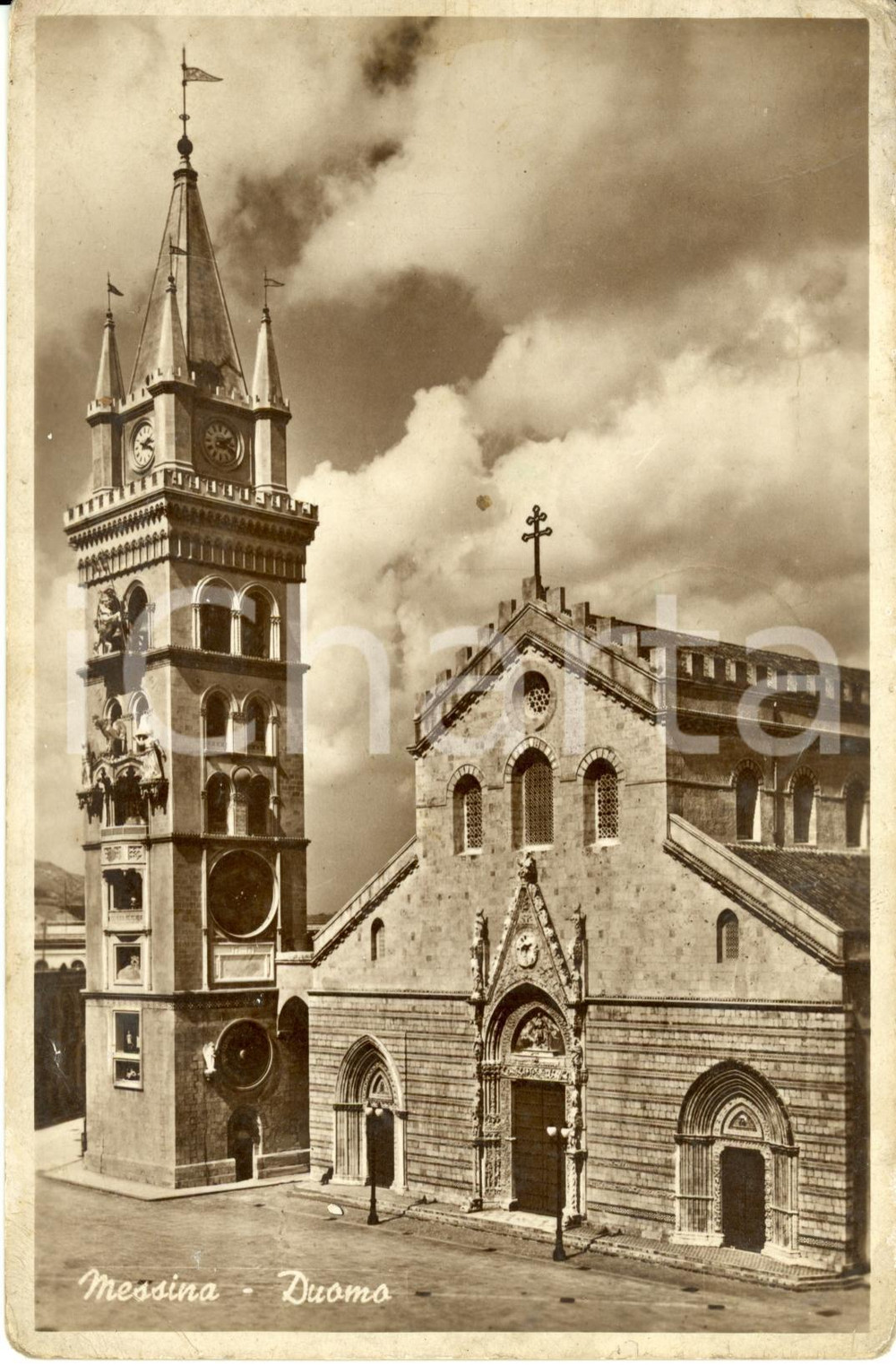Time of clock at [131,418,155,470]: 2:18
